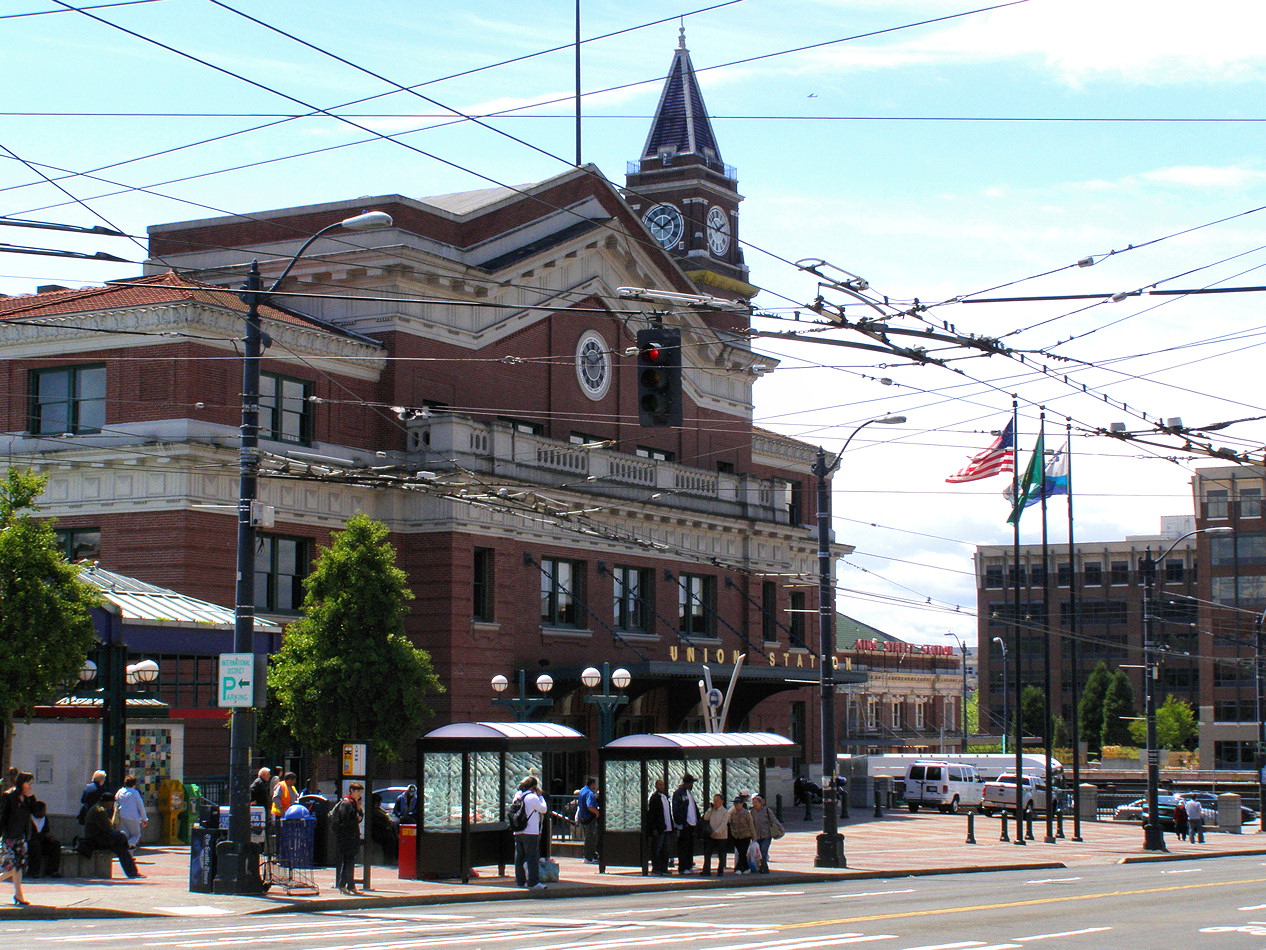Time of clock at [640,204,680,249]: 1:50
